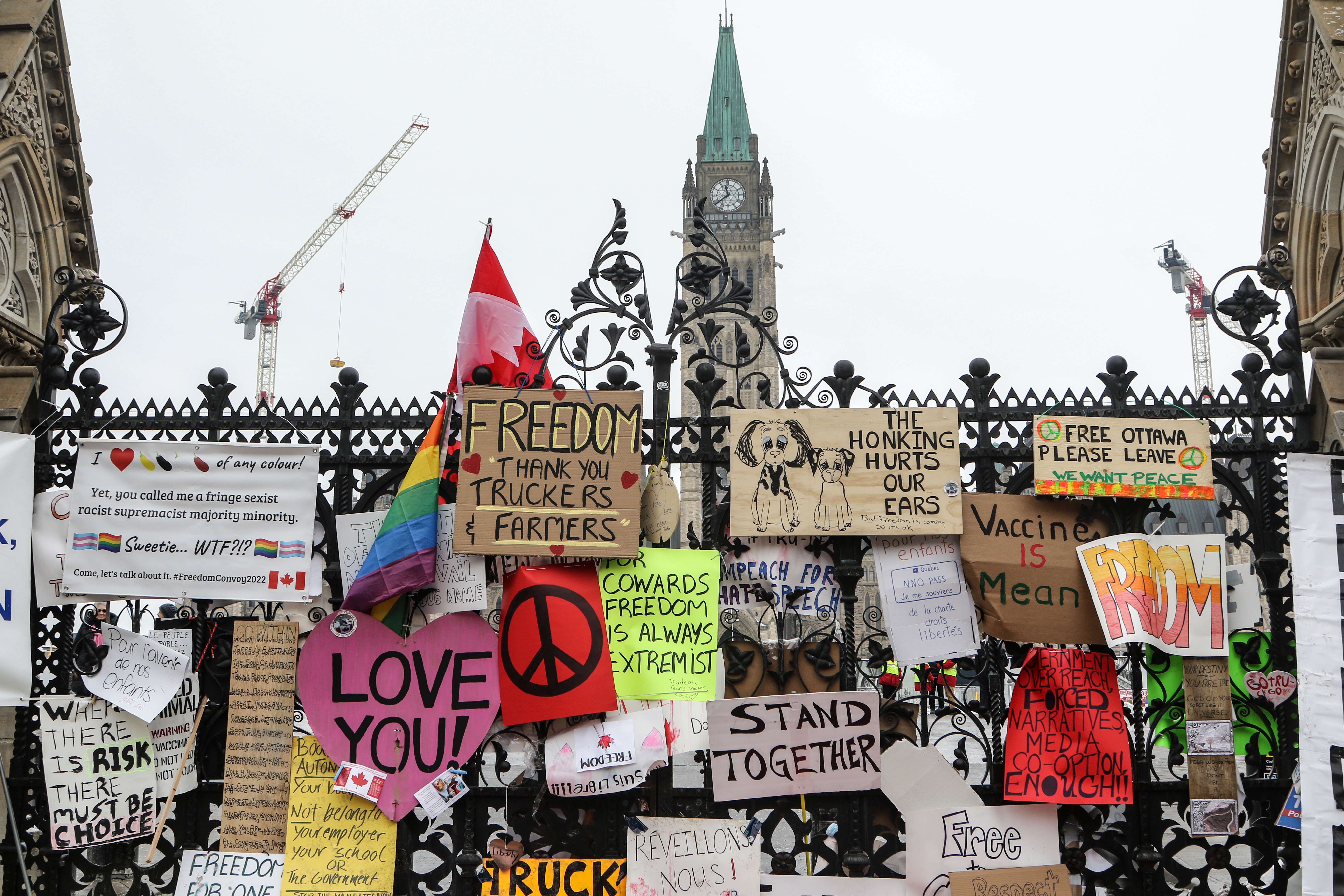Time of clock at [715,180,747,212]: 11:38
